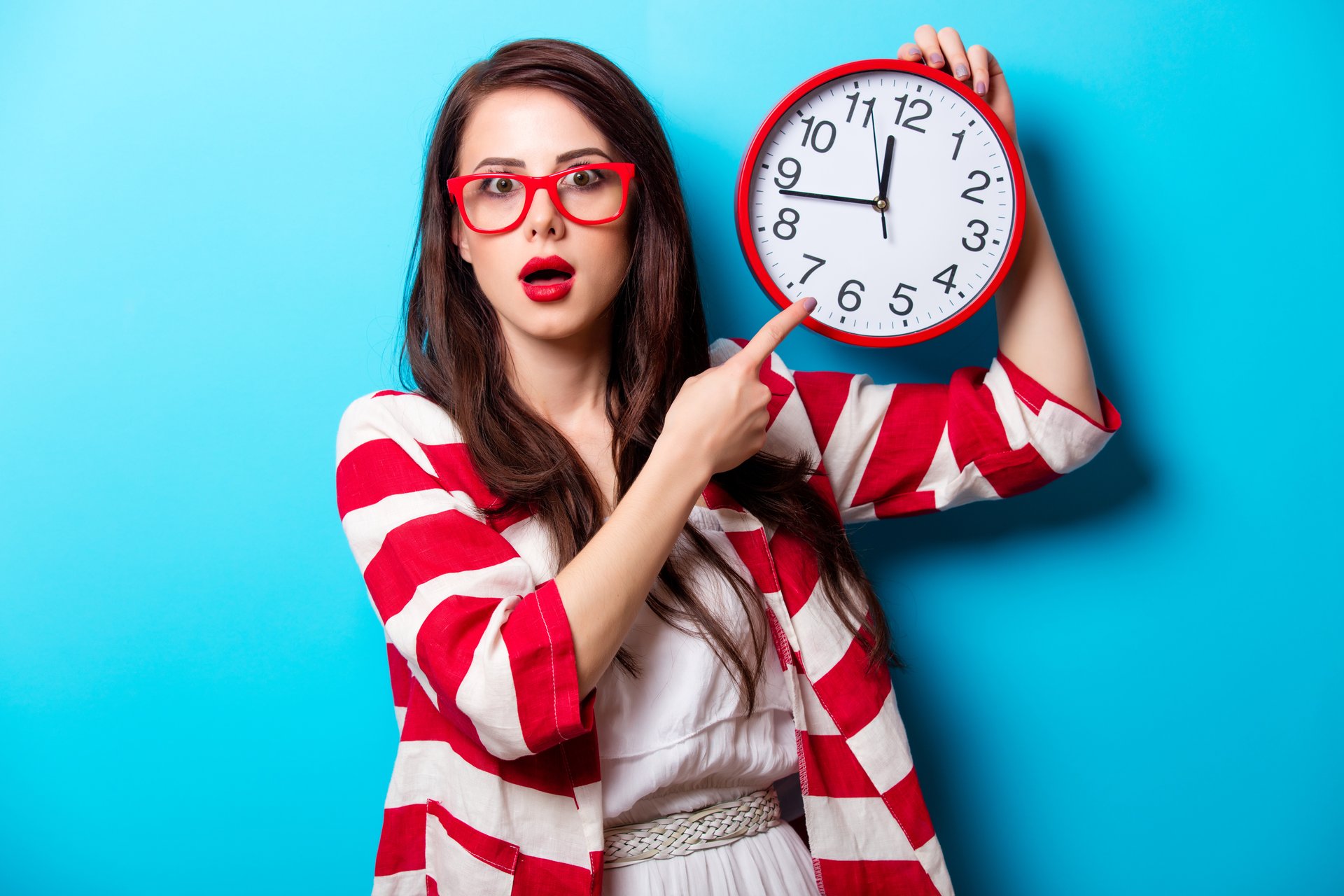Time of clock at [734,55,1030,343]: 11:42
